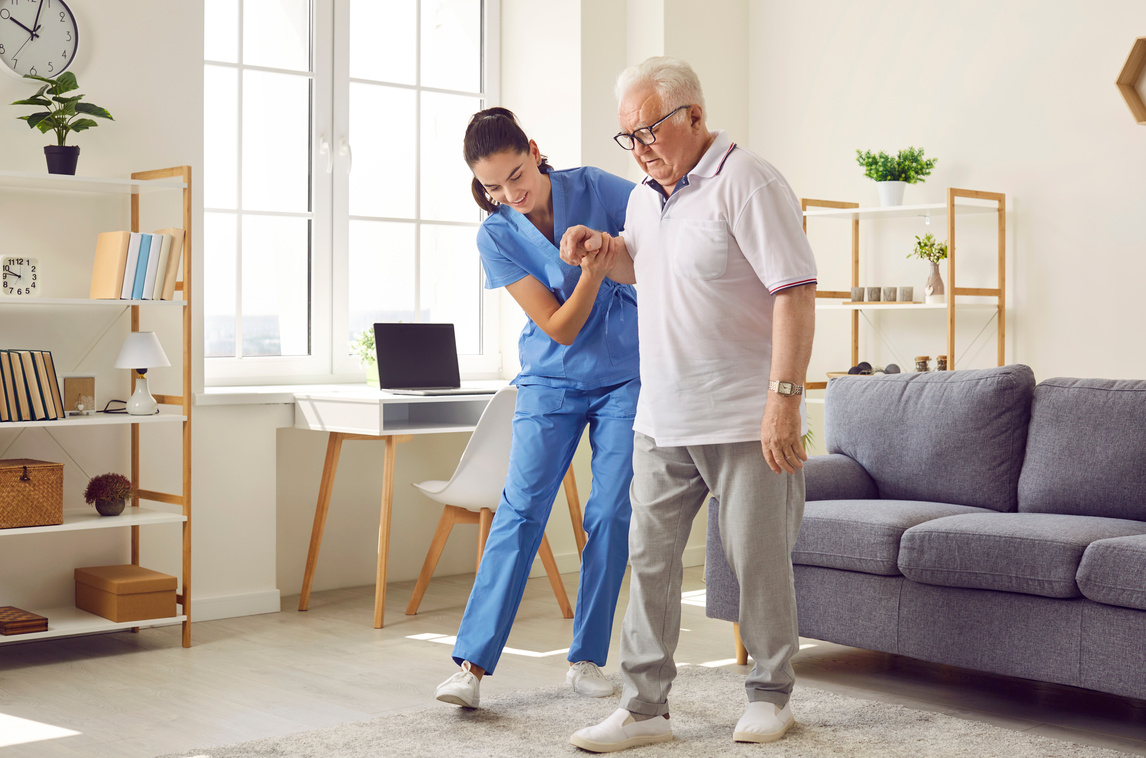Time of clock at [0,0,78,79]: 10:03
